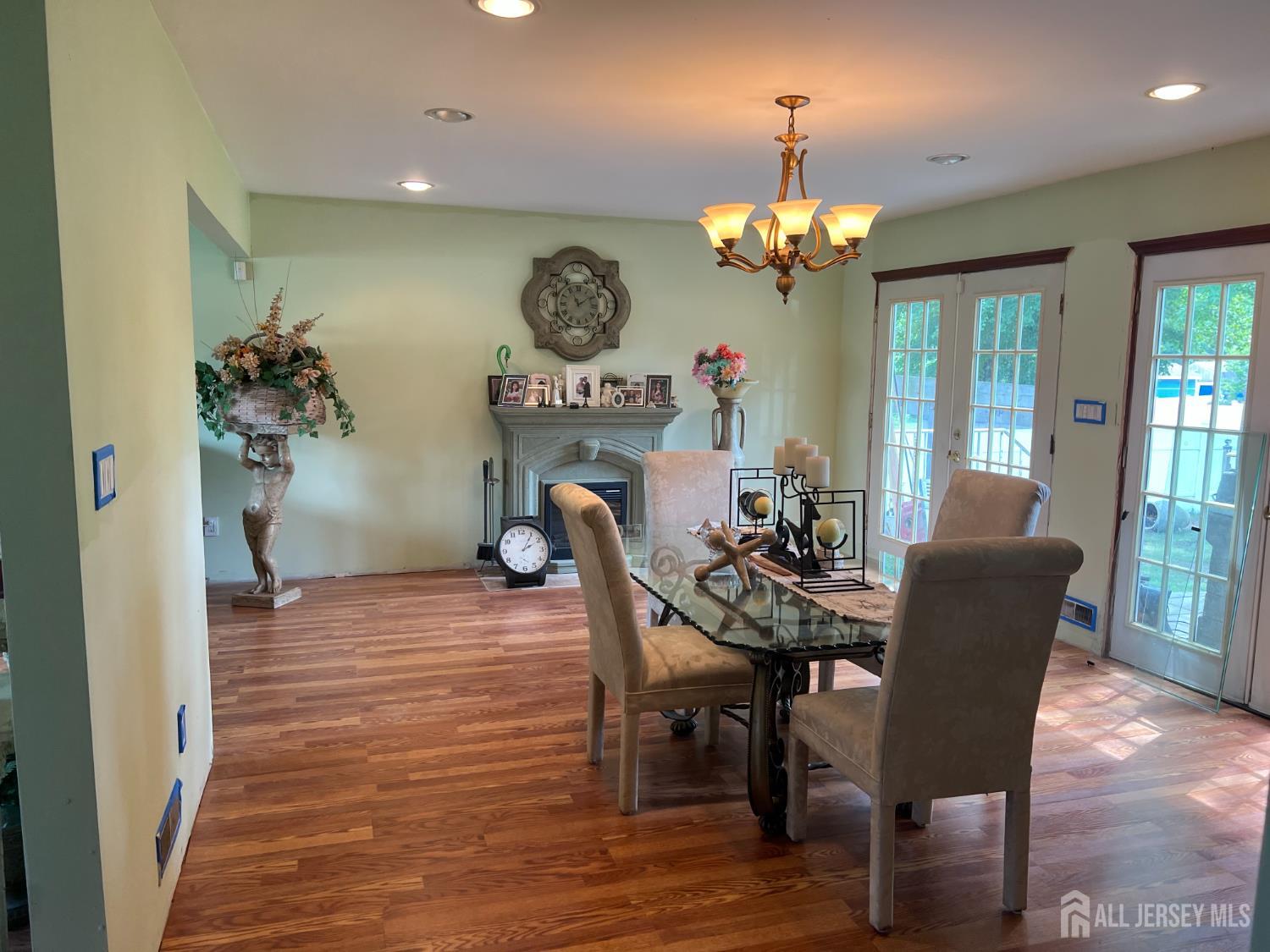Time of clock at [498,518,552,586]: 2:05
